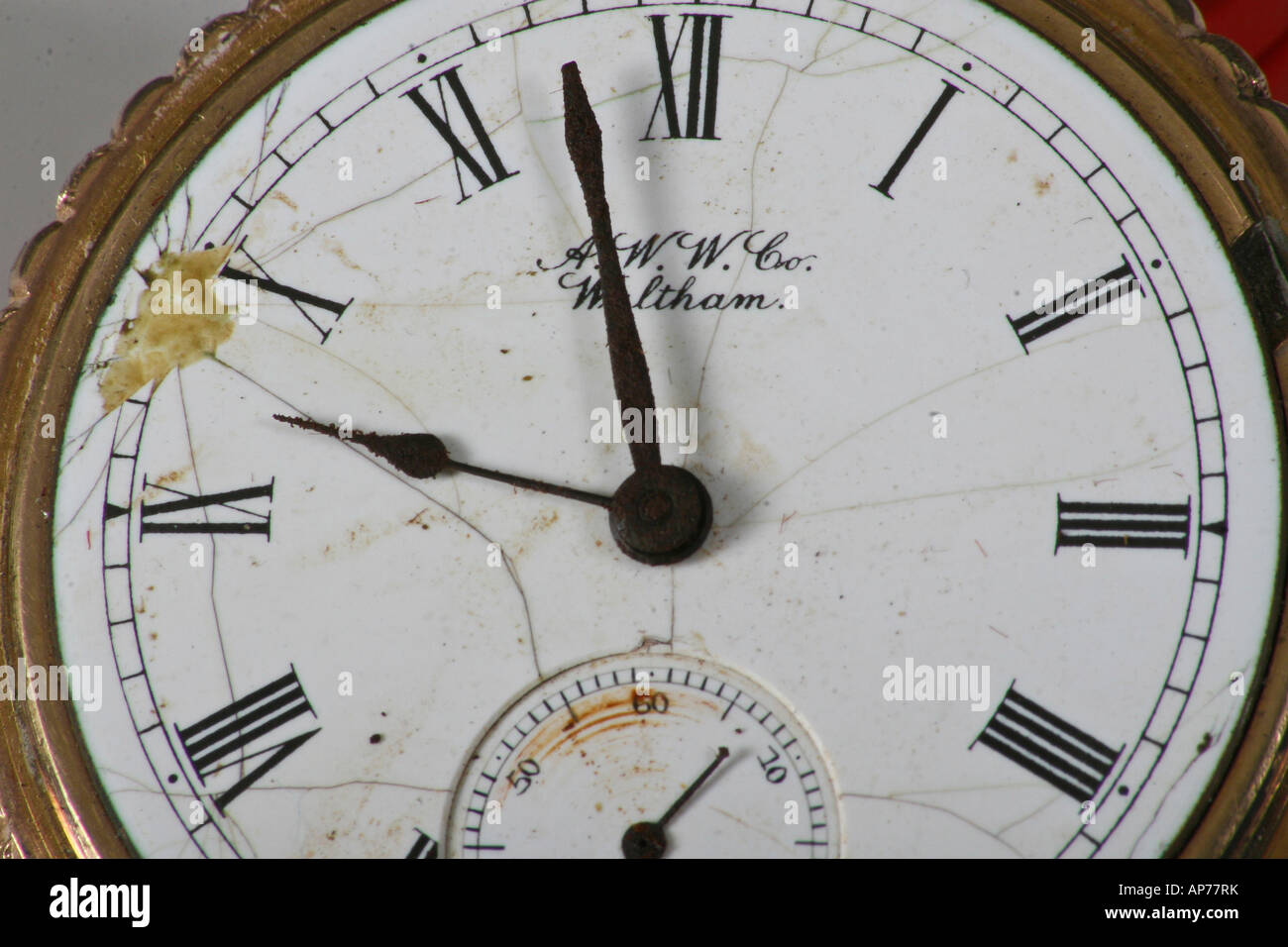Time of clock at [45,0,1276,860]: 9:57
